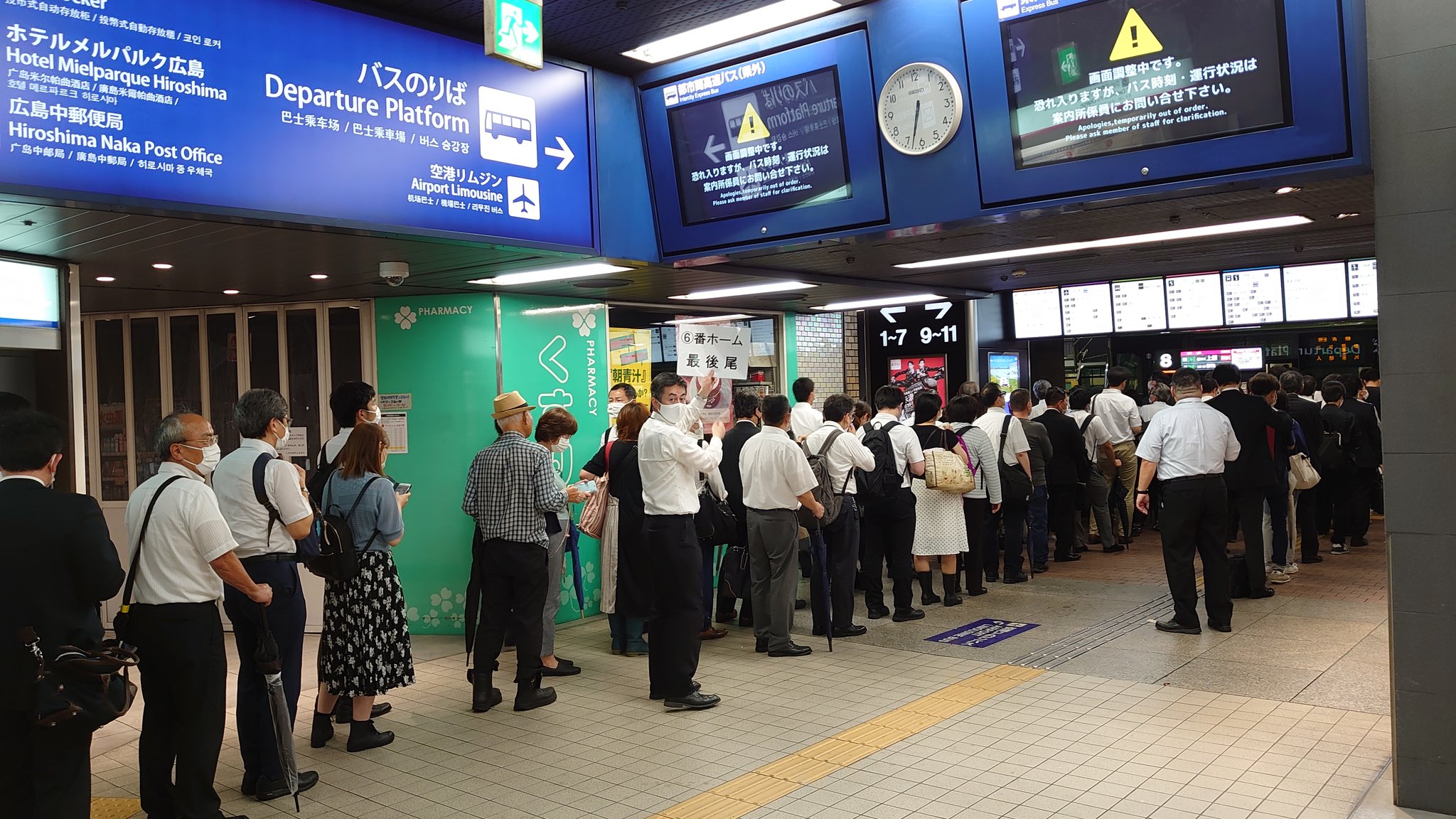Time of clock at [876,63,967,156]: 6:32
